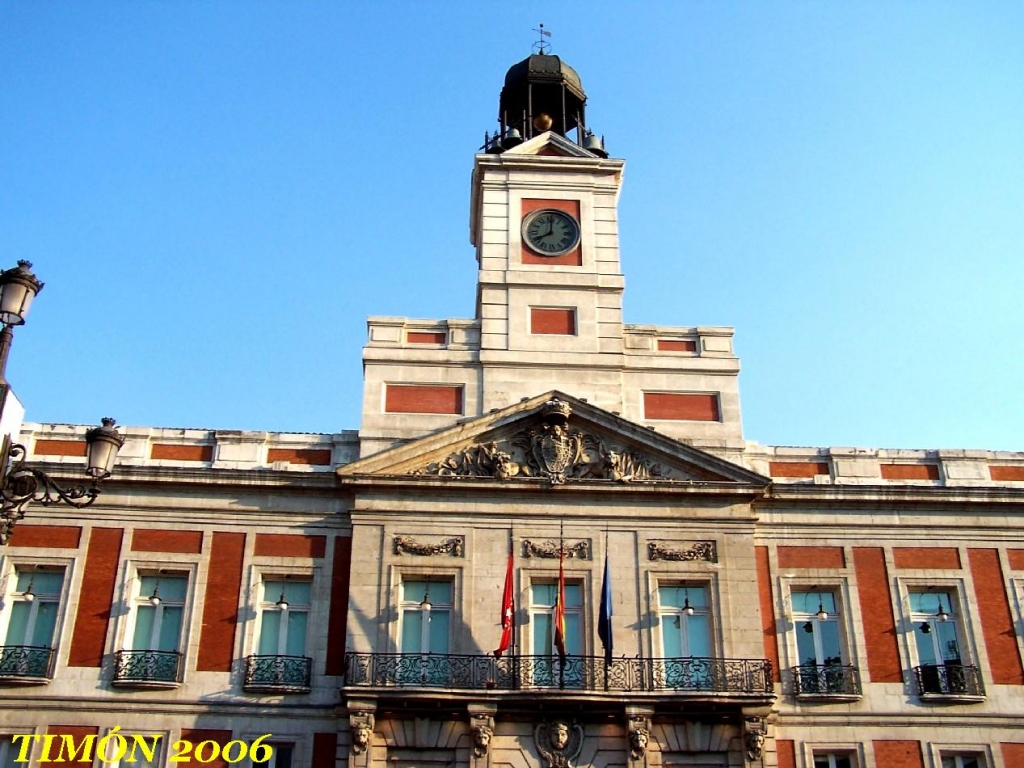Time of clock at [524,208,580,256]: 8:00
